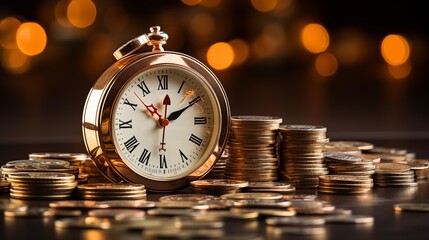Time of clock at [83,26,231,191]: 12:10
